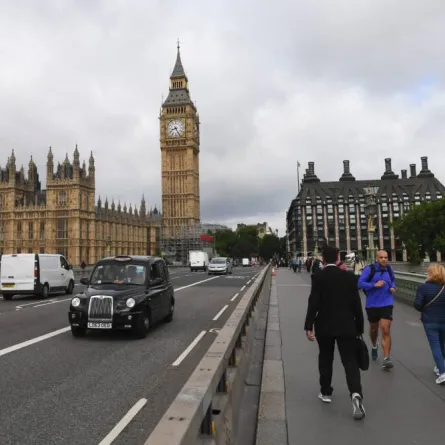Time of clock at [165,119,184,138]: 8:25
